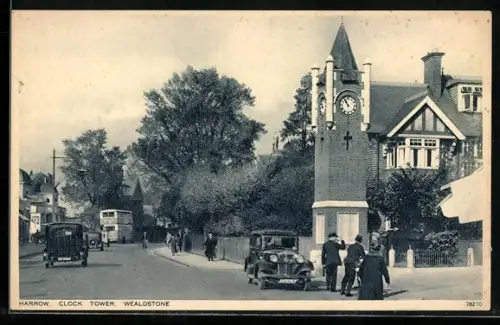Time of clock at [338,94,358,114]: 10:55
